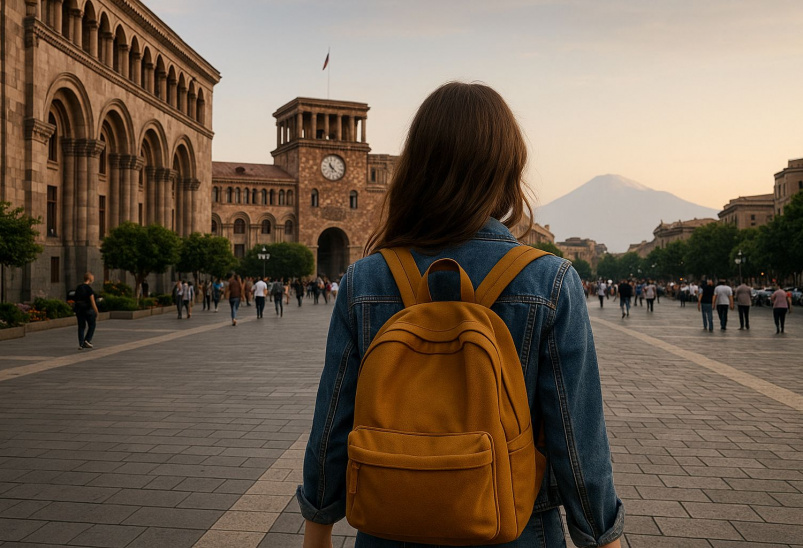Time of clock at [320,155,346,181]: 11:22
